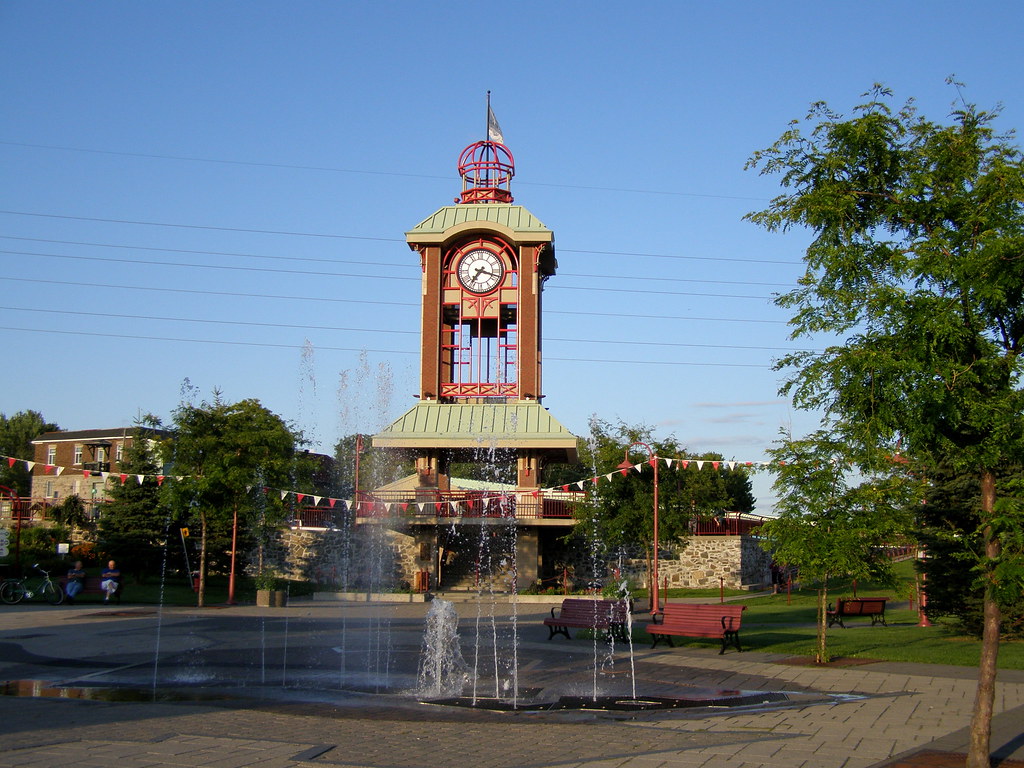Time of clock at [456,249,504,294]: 7:17
